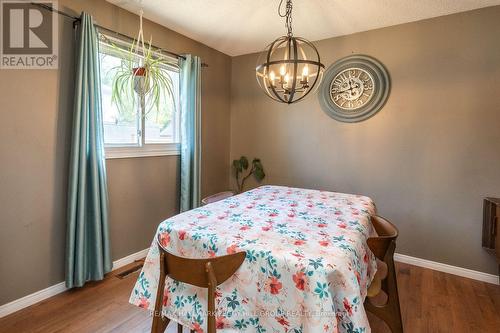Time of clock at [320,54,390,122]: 11:42
